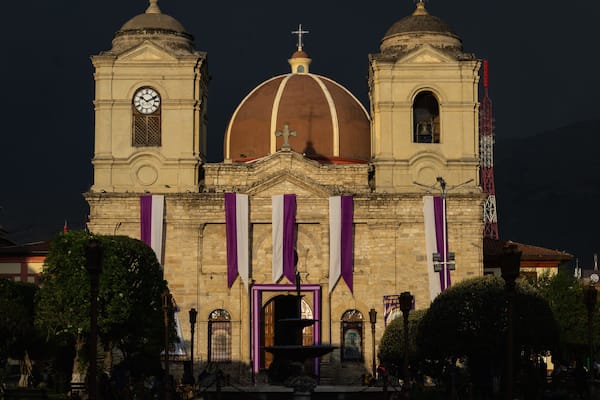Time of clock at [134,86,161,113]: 10:10
